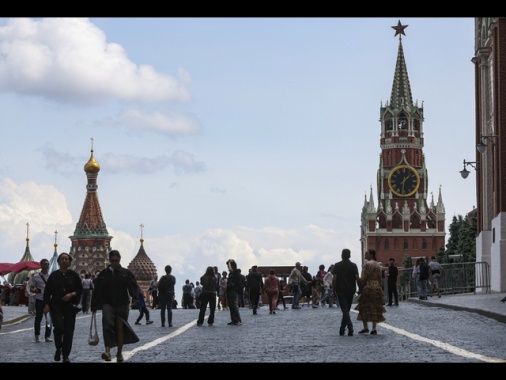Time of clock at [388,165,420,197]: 1:30
